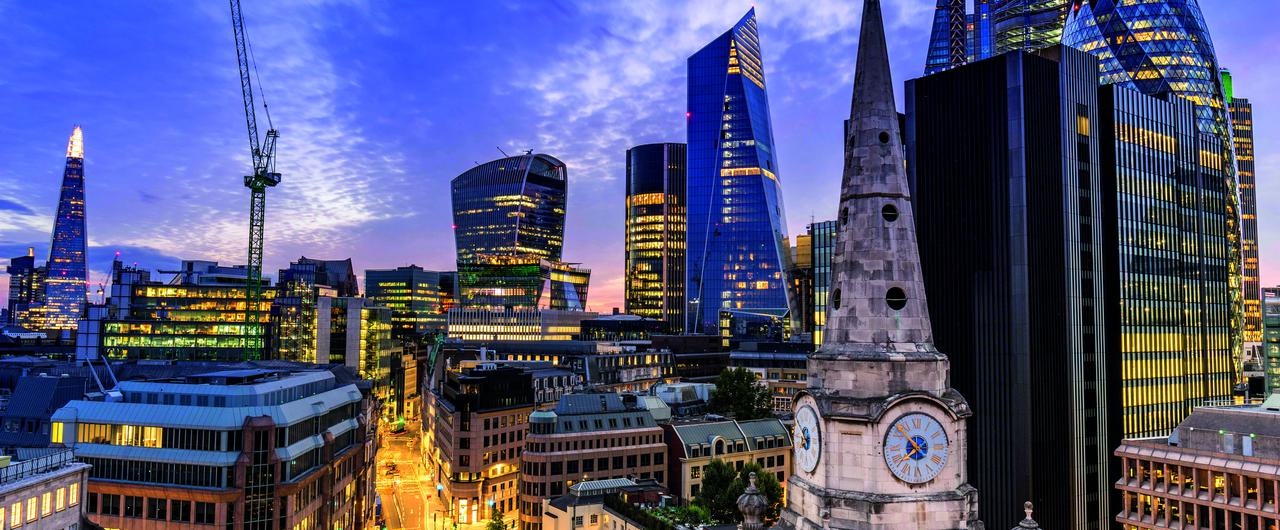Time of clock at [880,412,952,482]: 7:52
